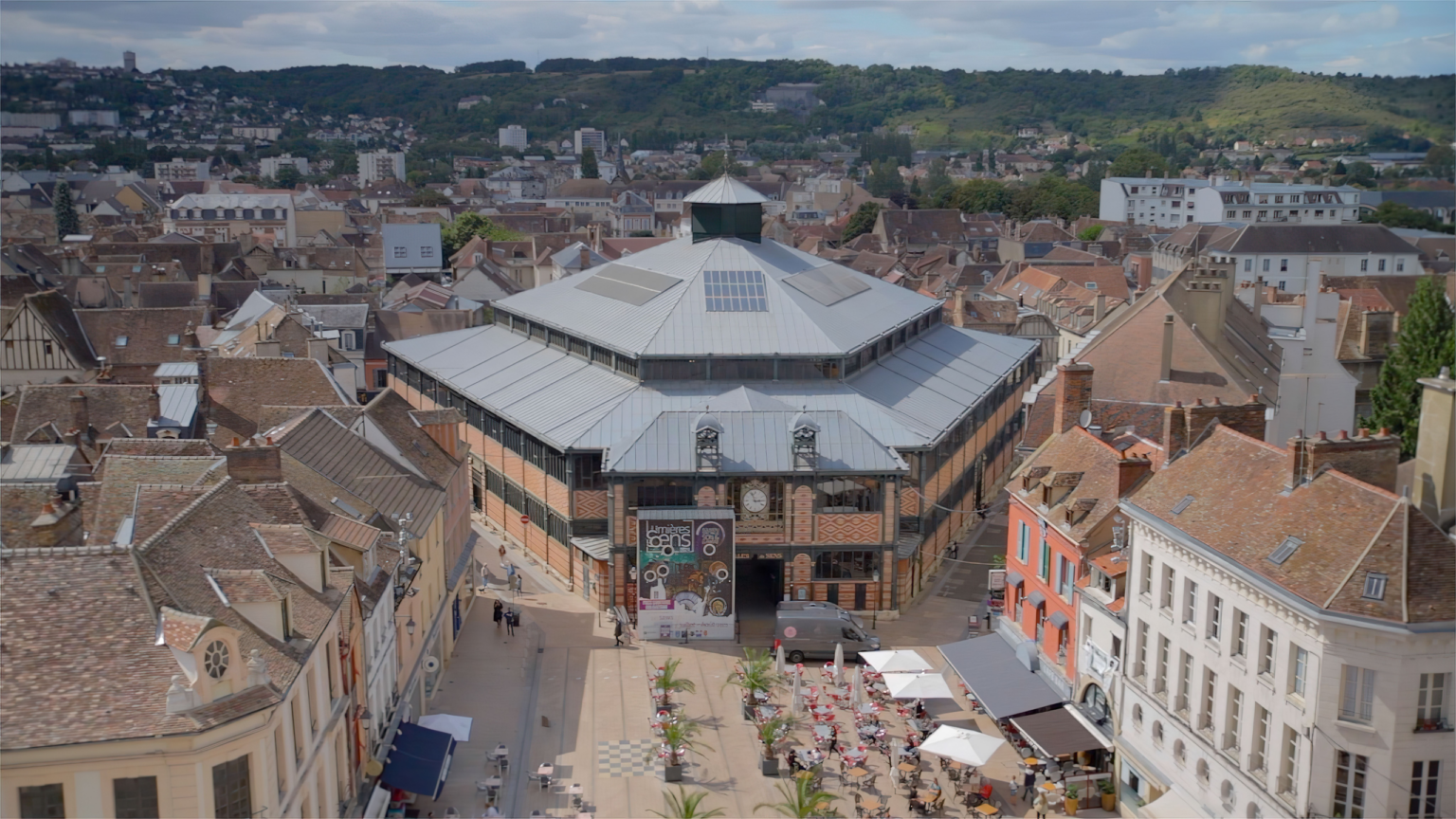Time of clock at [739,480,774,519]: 2:56
